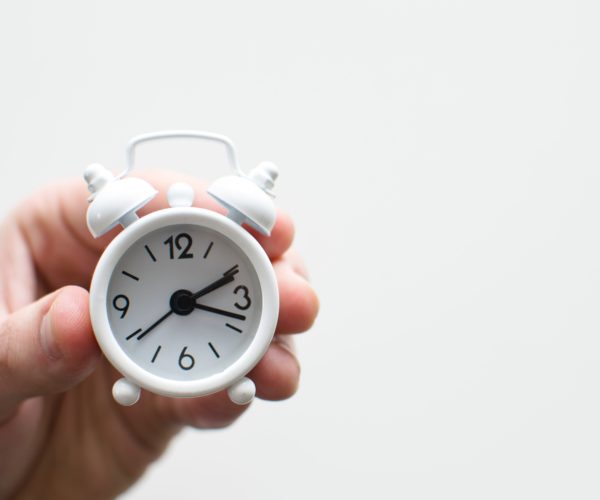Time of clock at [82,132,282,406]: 2:18
